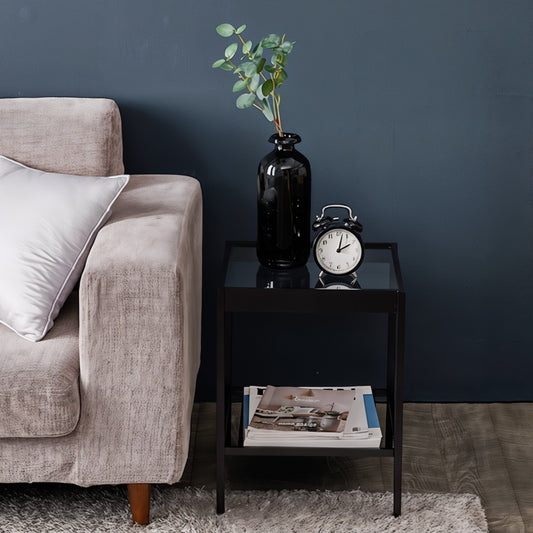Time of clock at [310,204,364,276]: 2:02
